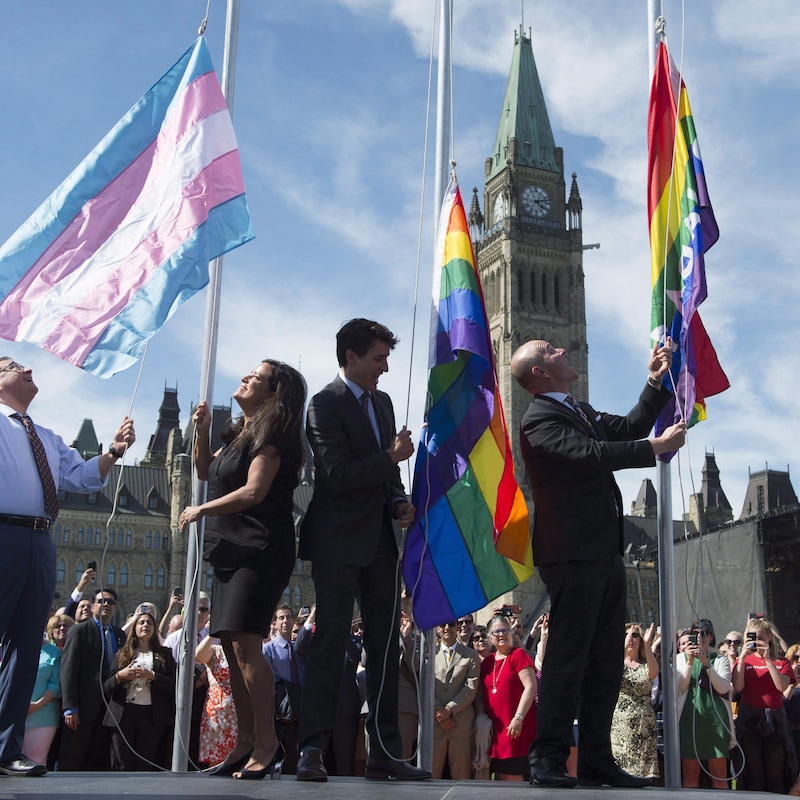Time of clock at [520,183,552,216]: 4:12
